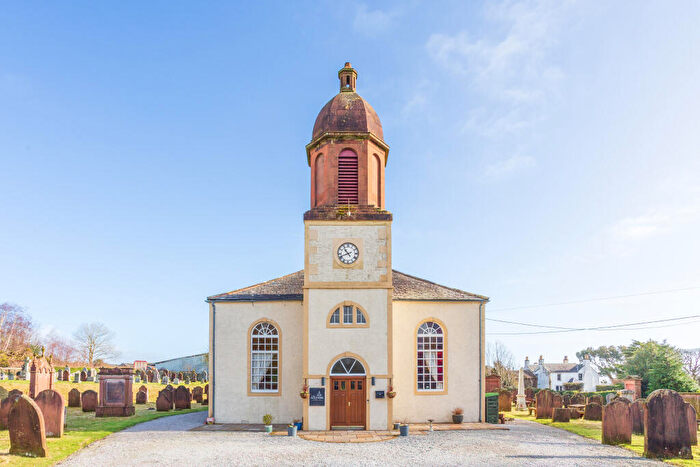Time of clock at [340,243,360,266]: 10:41
